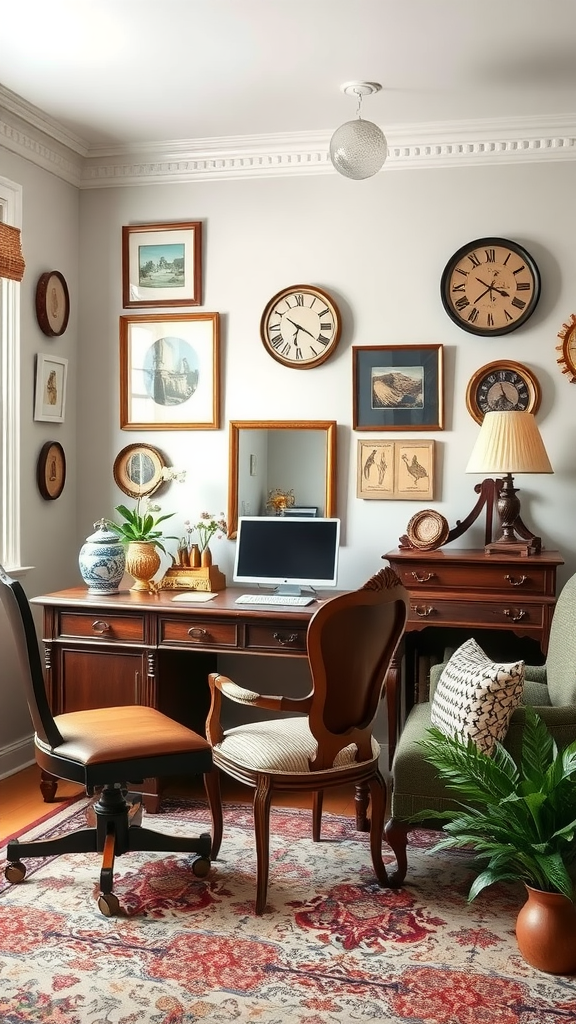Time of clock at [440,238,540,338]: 3:37
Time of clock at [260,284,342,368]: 6:20
